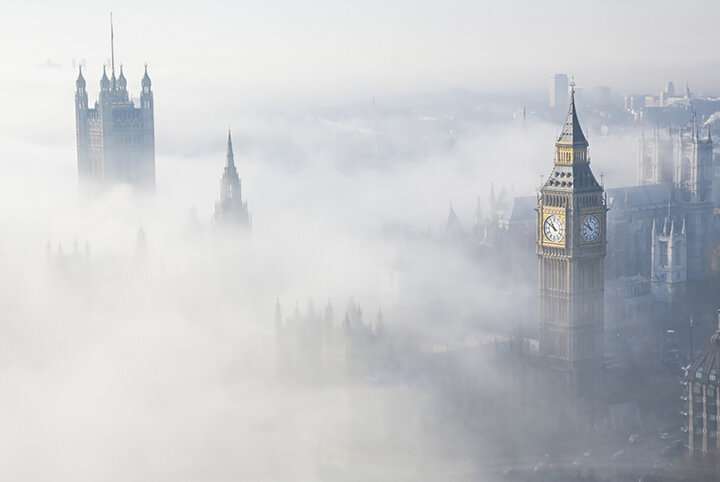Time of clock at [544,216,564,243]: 10:50
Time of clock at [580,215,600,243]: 10:50
